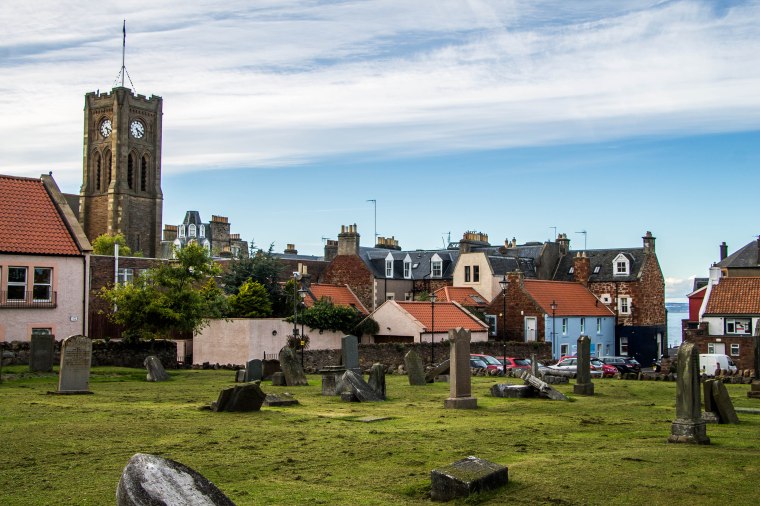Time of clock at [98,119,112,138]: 5:18
